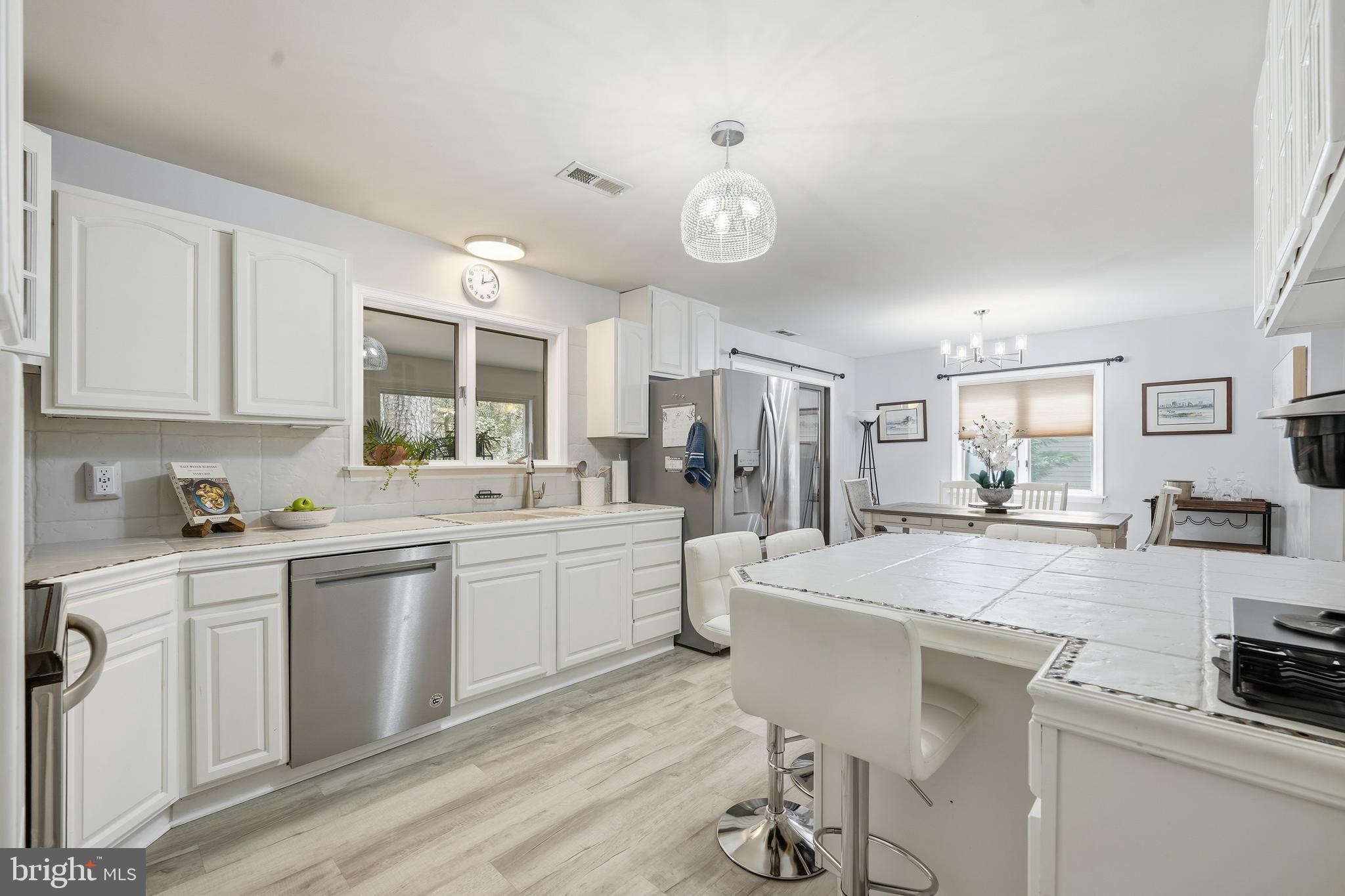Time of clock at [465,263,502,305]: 12:11
